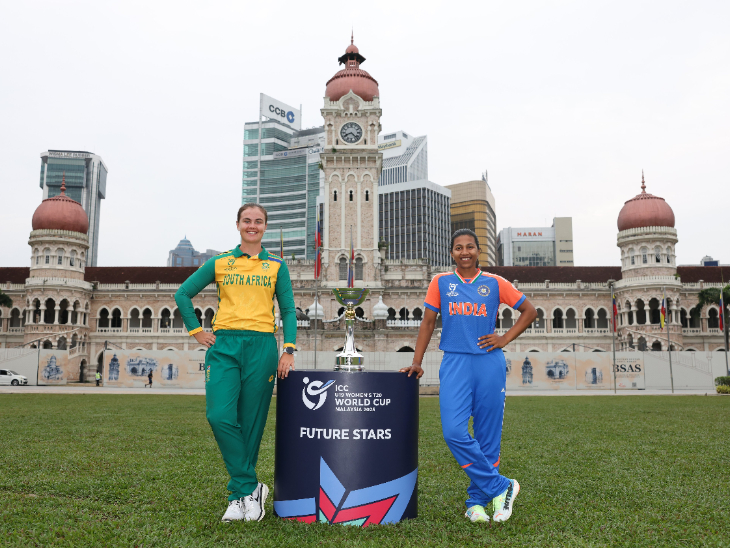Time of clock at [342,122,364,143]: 8:22
